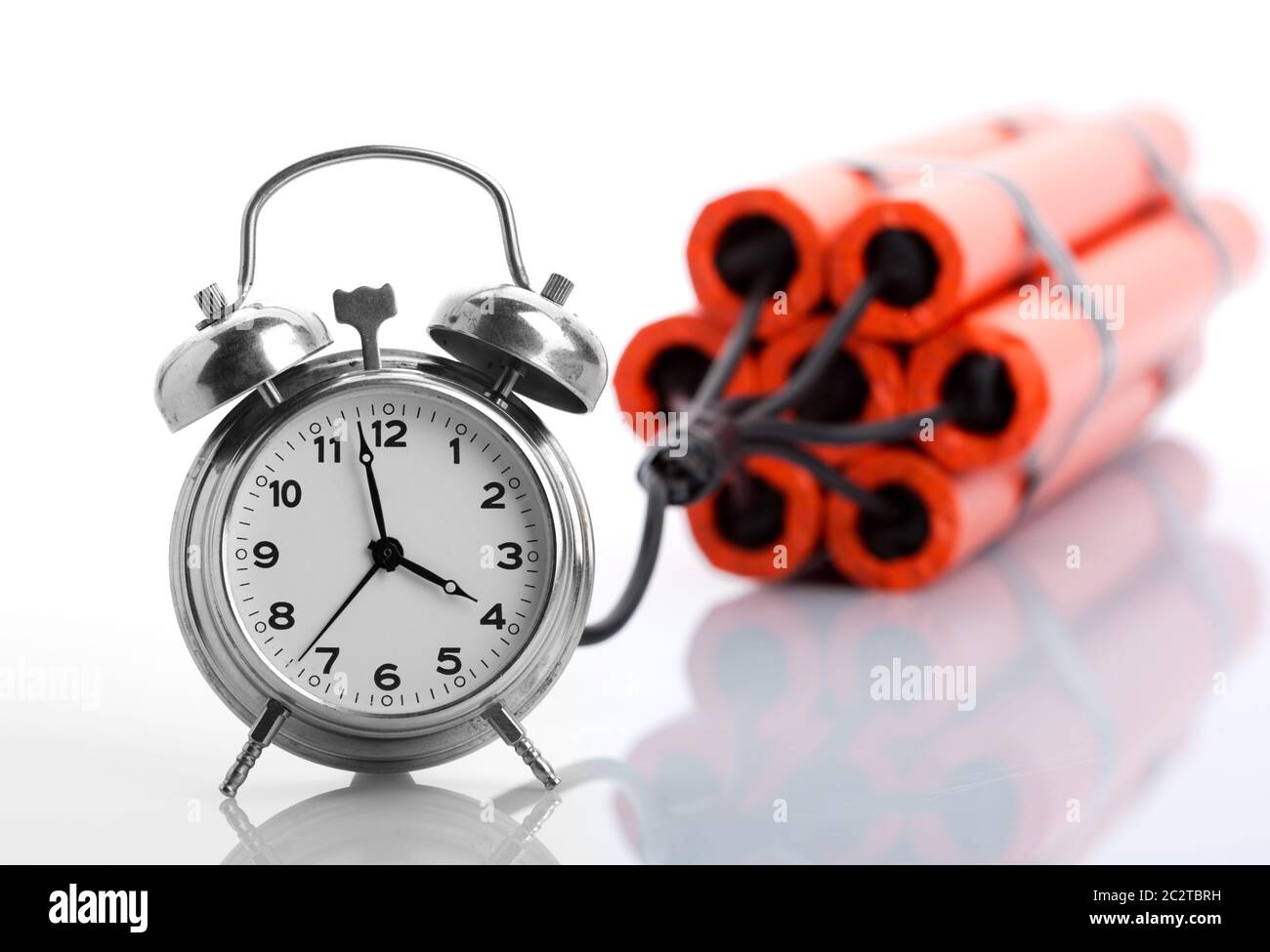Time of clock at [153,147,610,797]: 3:58
